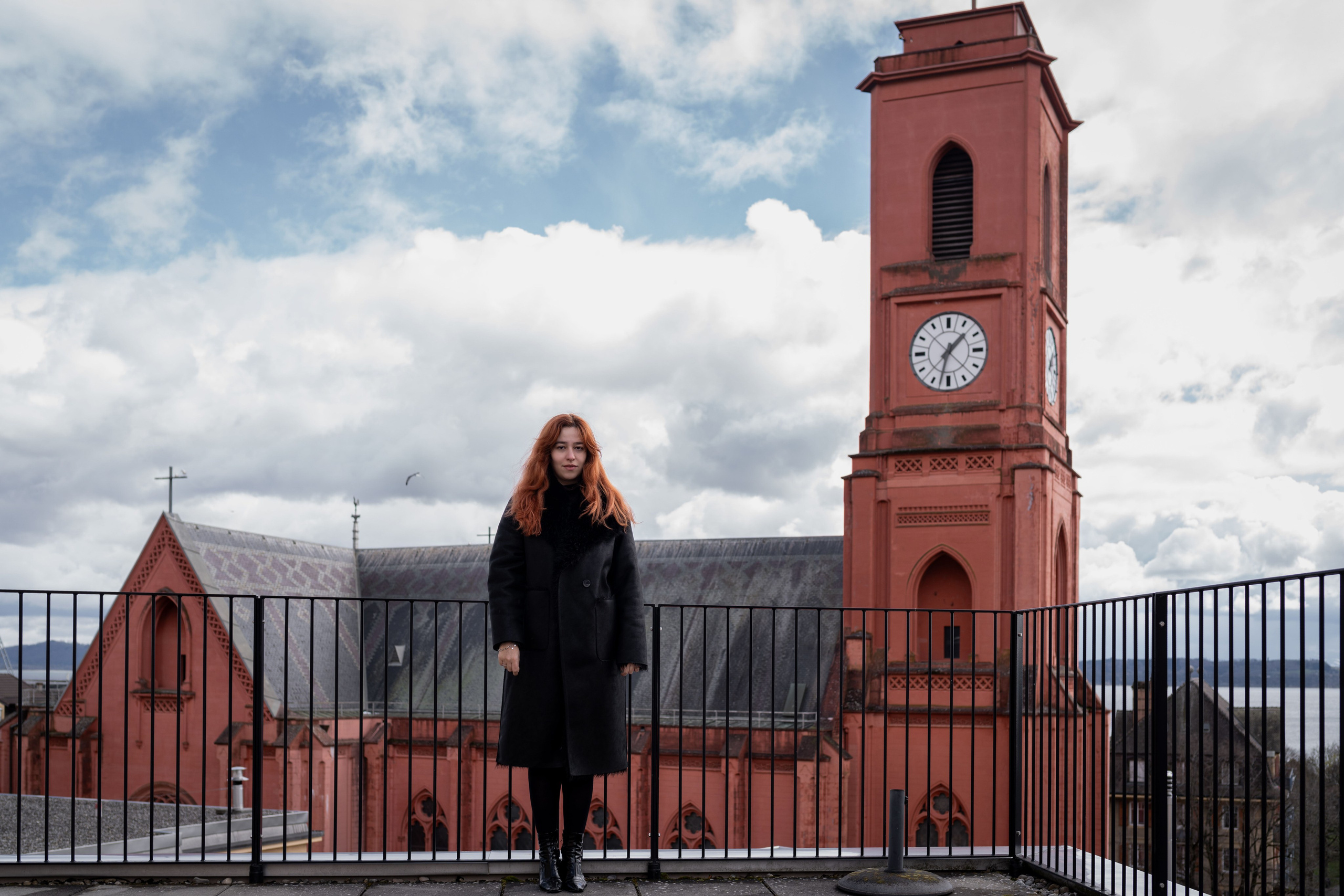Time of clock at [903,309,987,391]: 1:32
